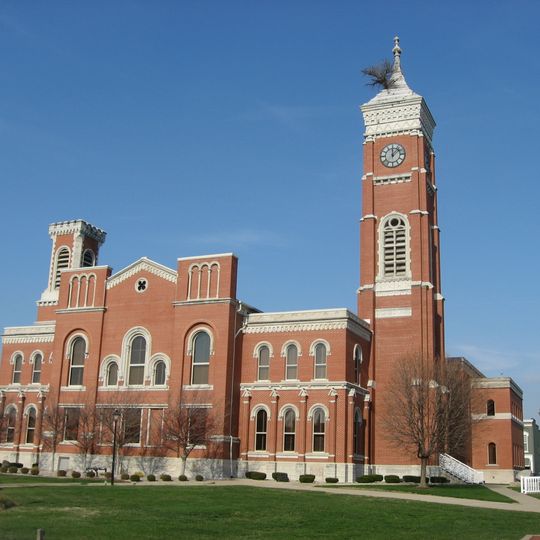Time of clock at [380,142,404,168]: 12:07
